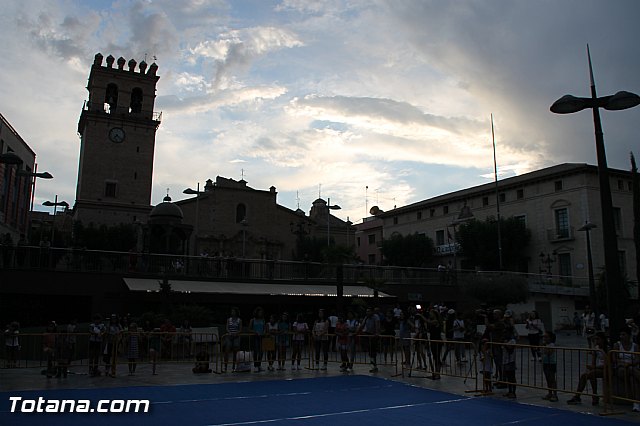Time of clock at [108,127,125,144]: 7:22
